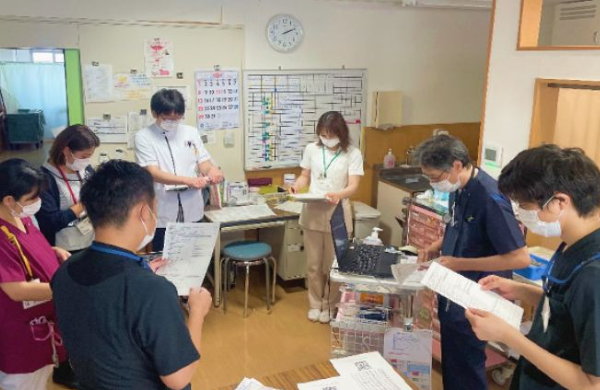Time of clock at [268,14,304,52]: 2:11
